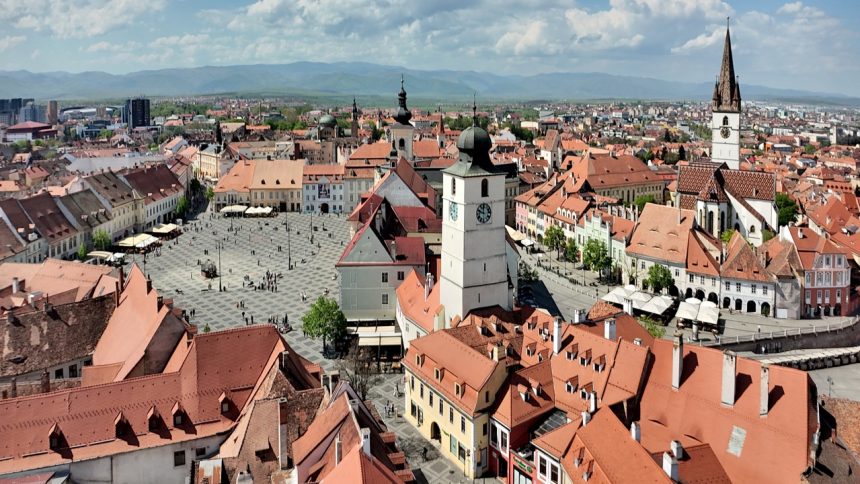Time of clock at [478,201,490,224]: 11:48
